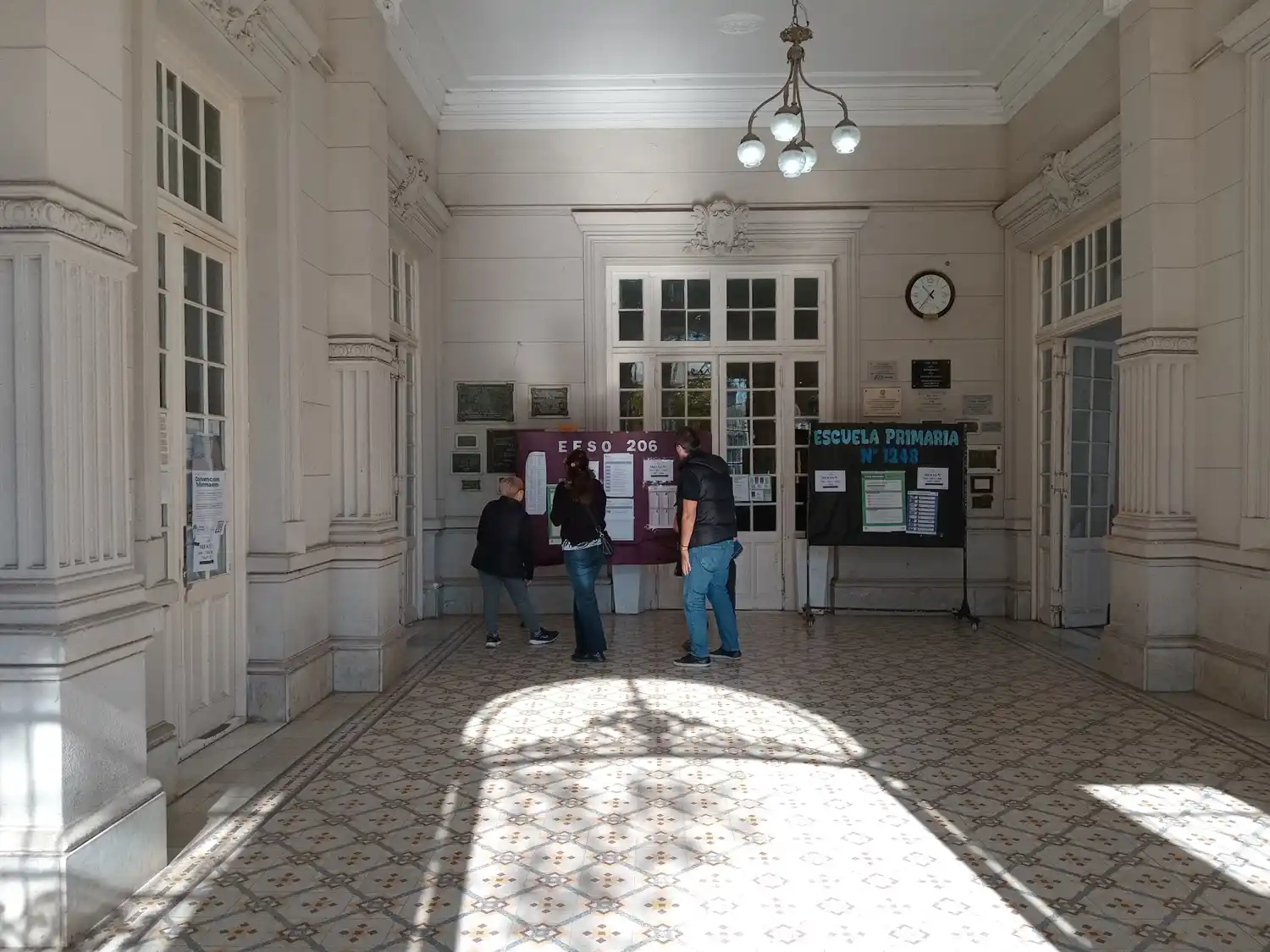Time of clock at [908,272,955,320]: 10:36
